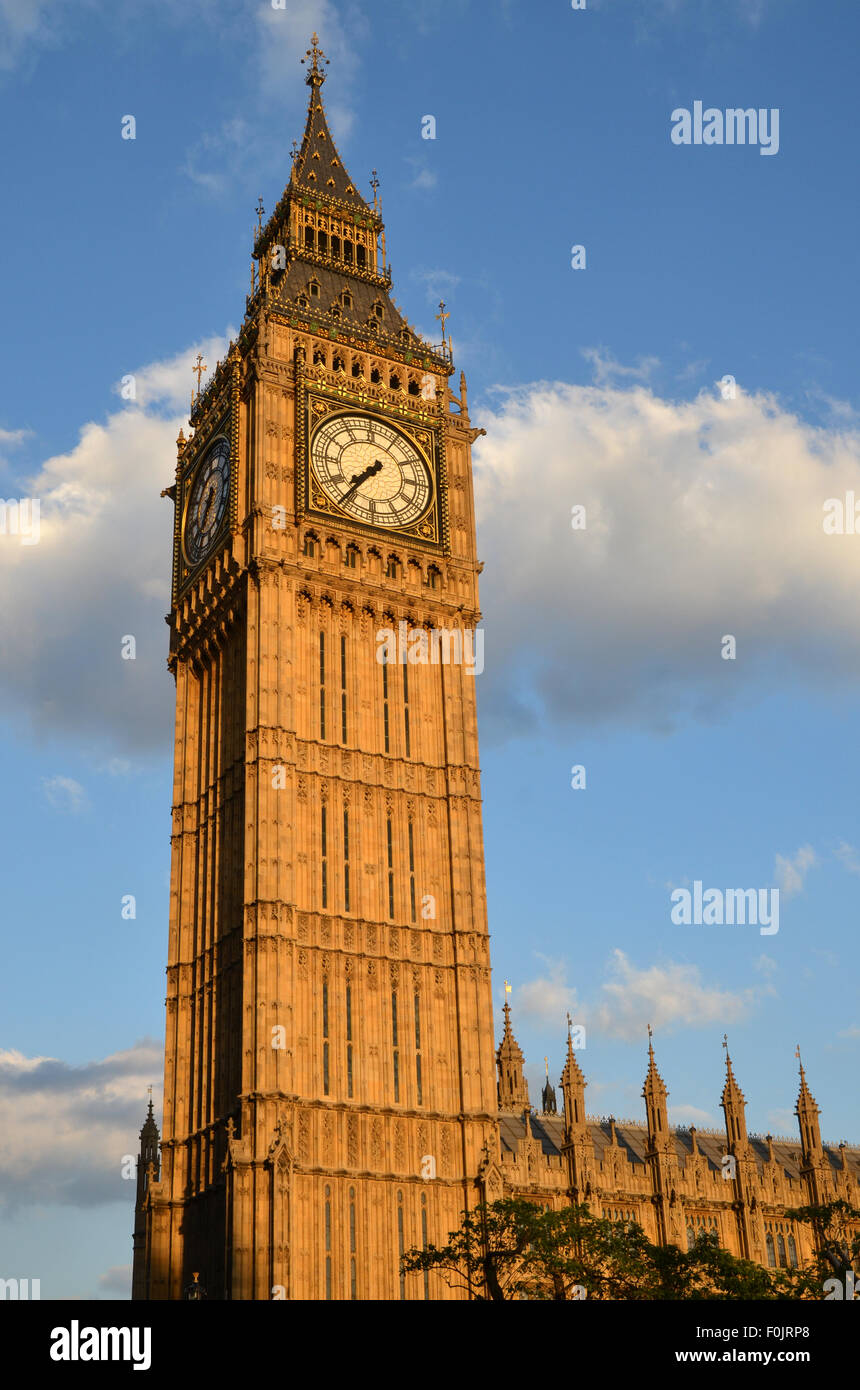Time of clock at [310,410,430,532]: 7:36
